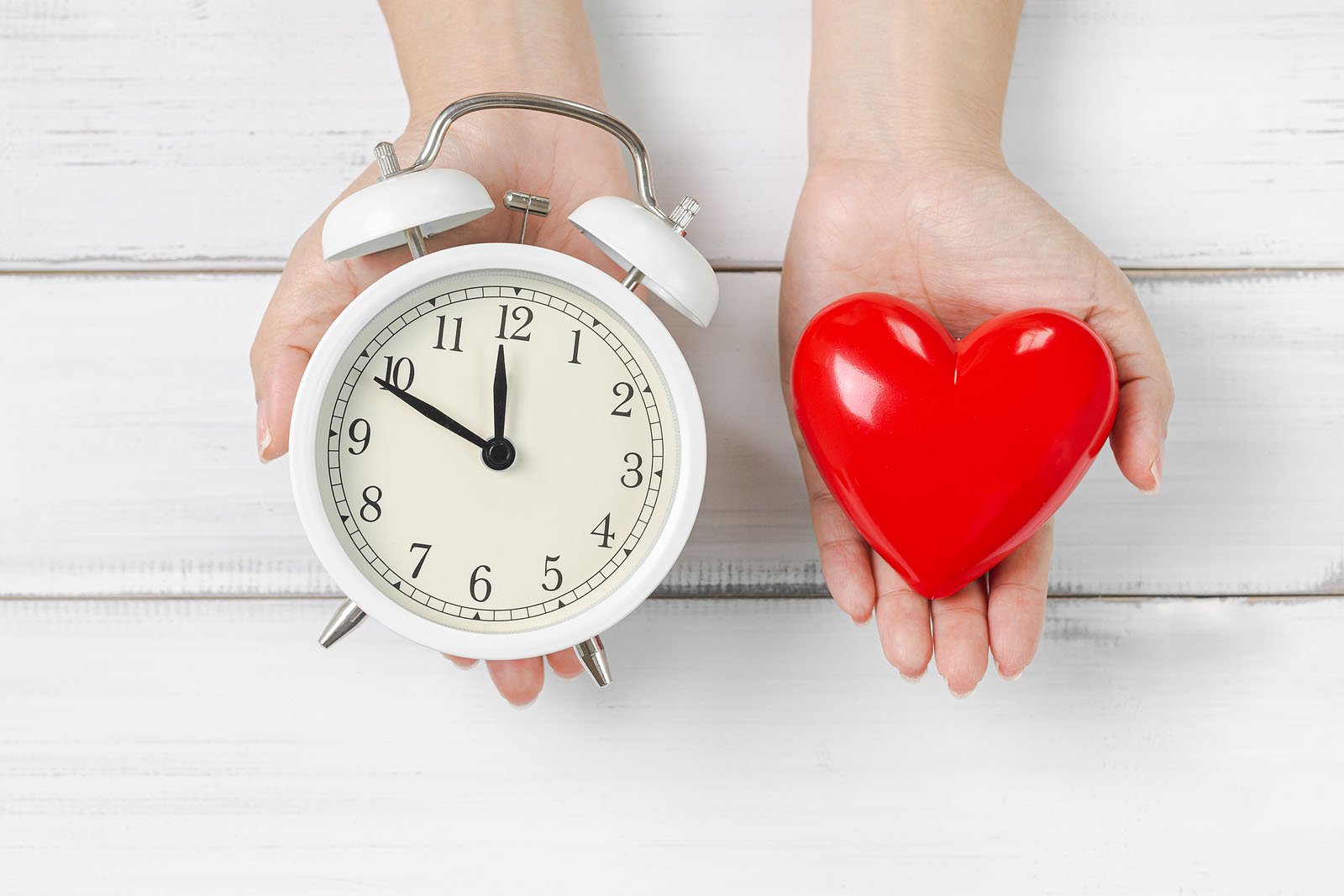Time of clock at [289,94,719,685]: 11:49
